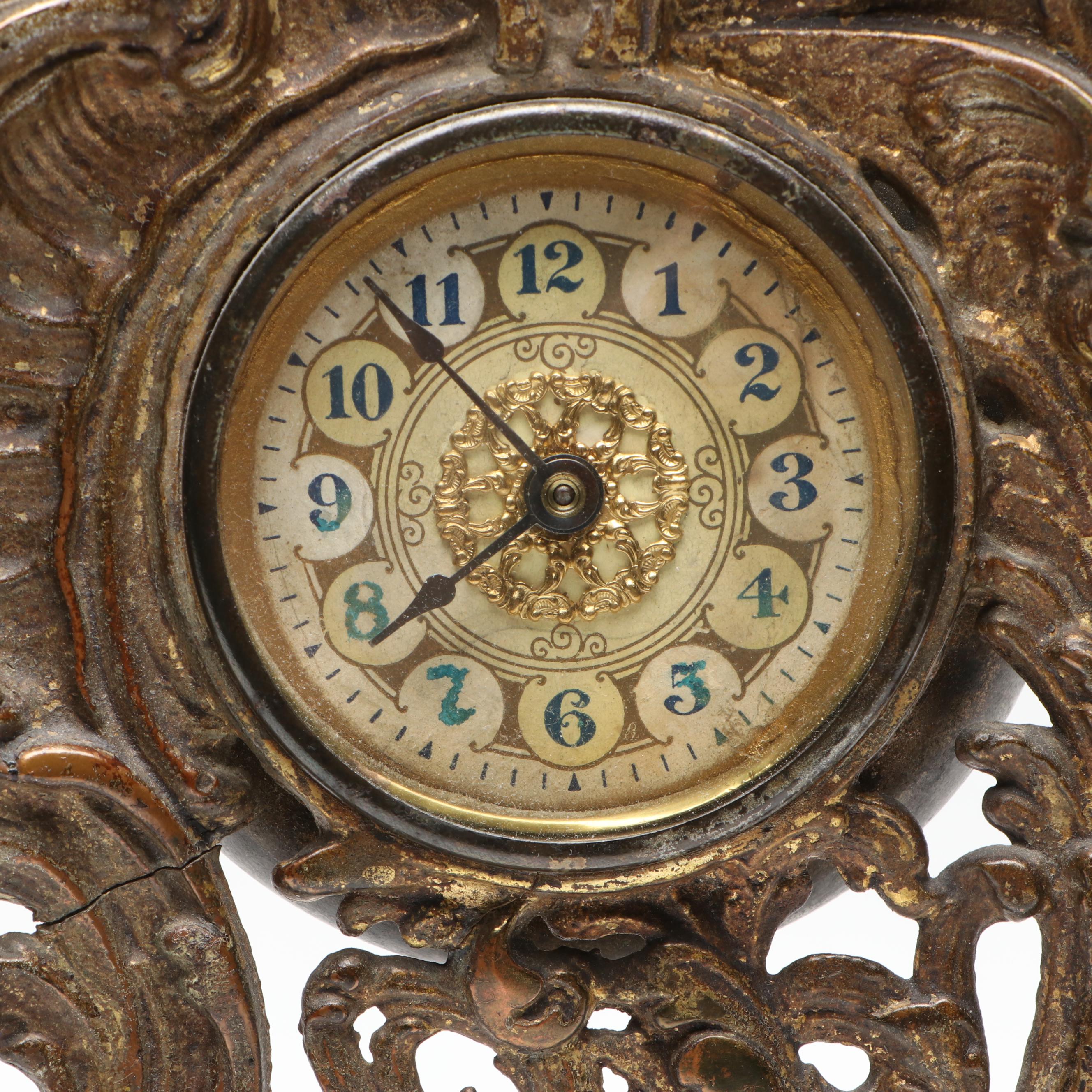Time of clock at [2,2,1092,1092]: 7:53
